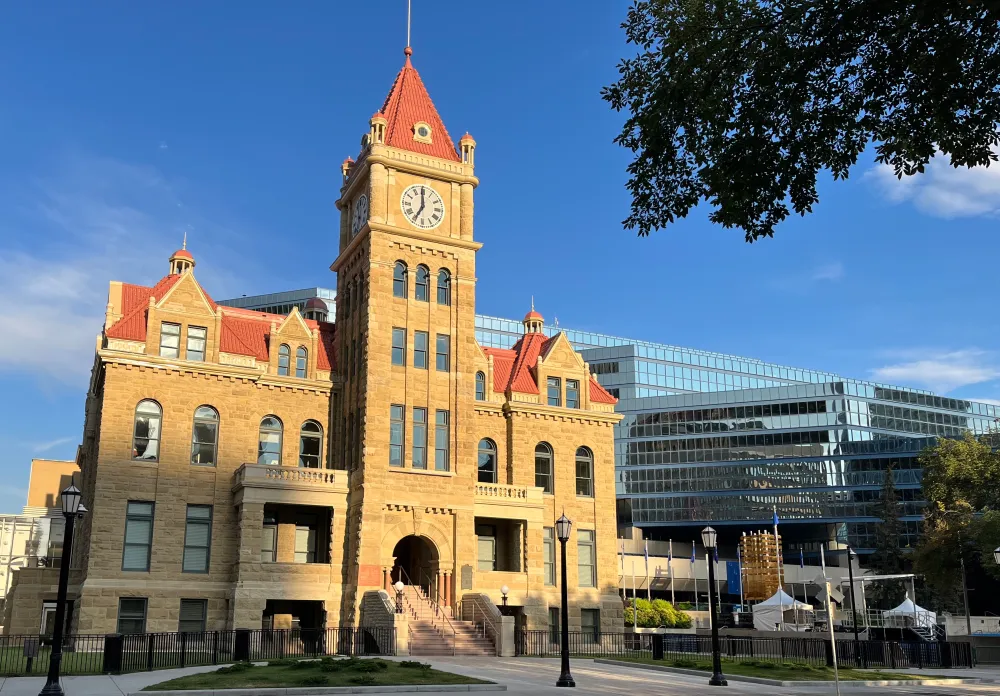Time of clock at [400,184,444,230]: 6:59
